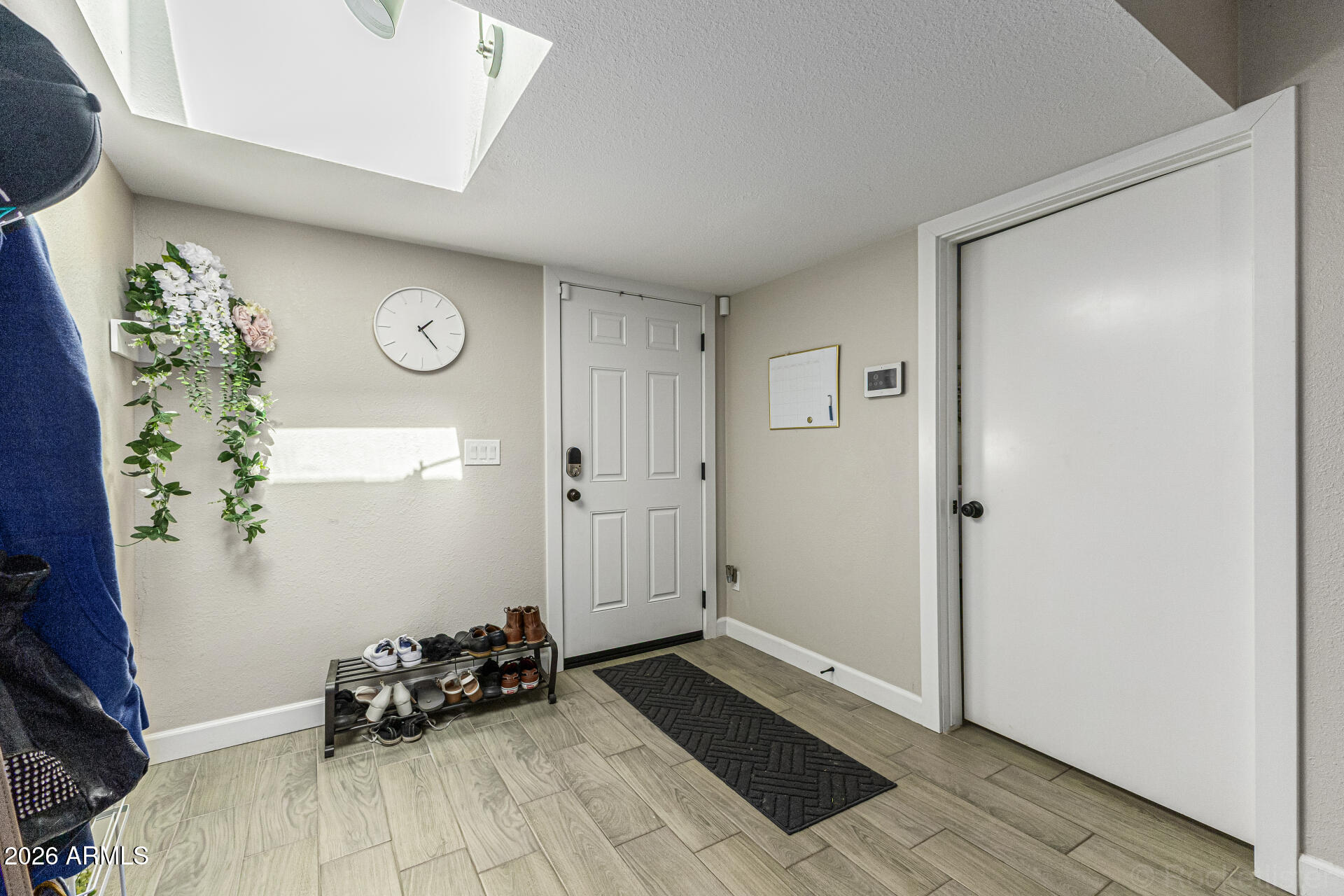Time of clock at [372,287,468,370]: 1:23
